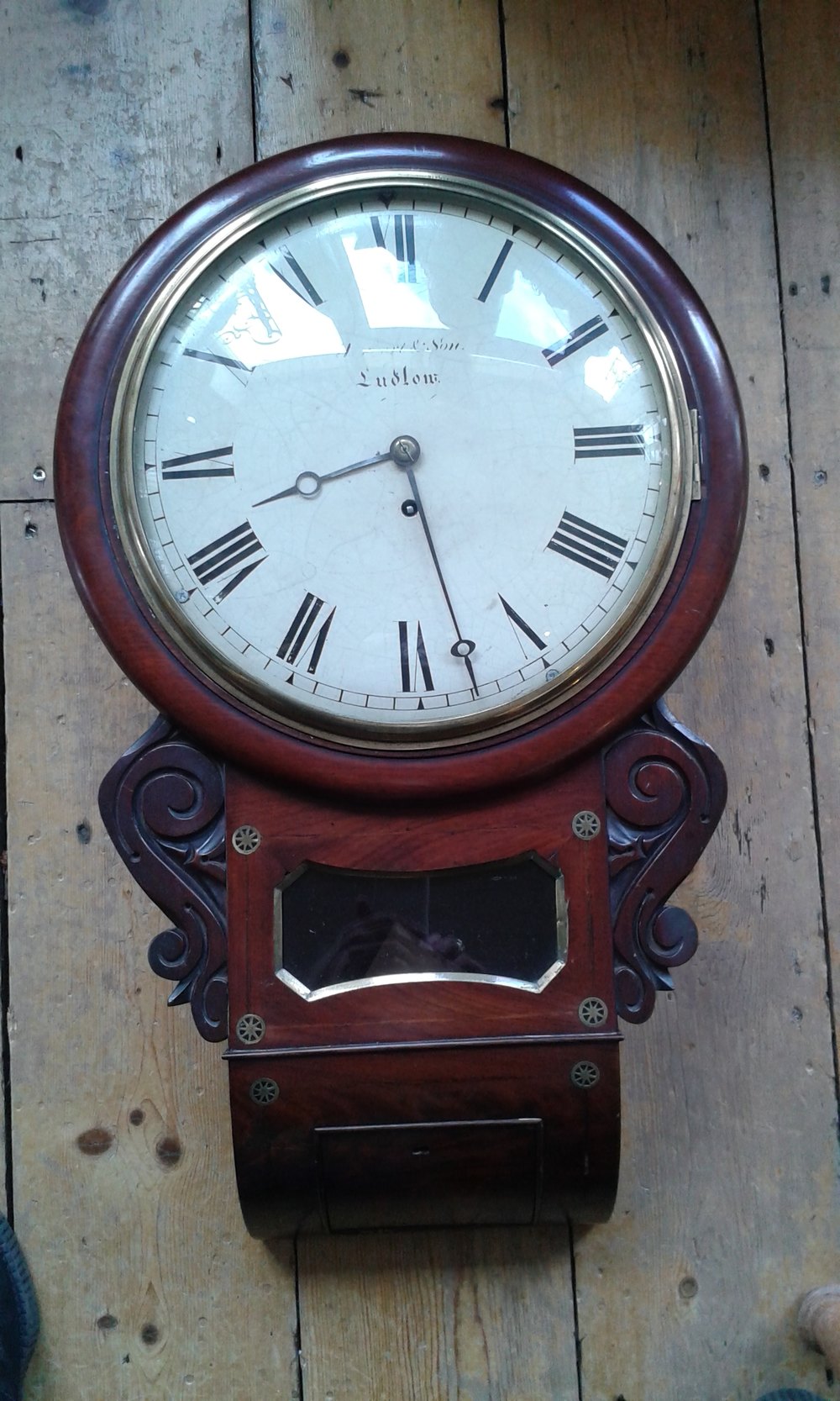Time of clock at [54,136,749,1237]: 8:27
